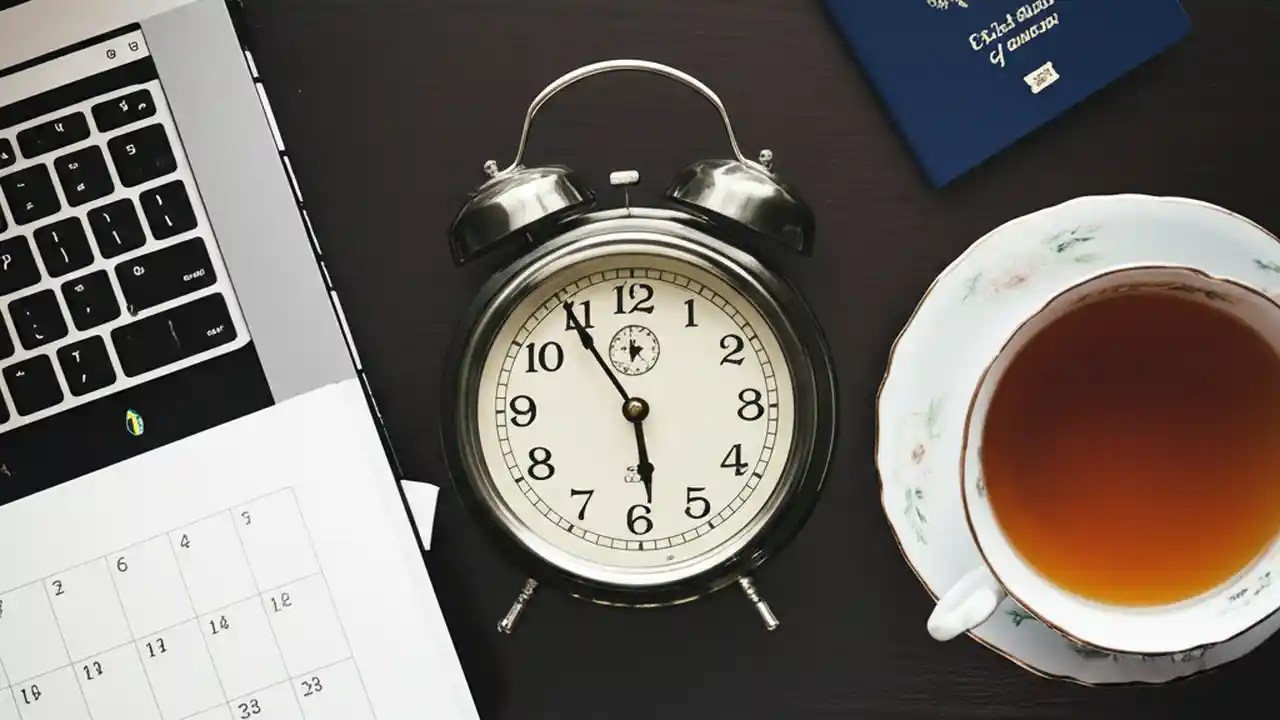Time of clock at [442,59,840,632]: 5:54
